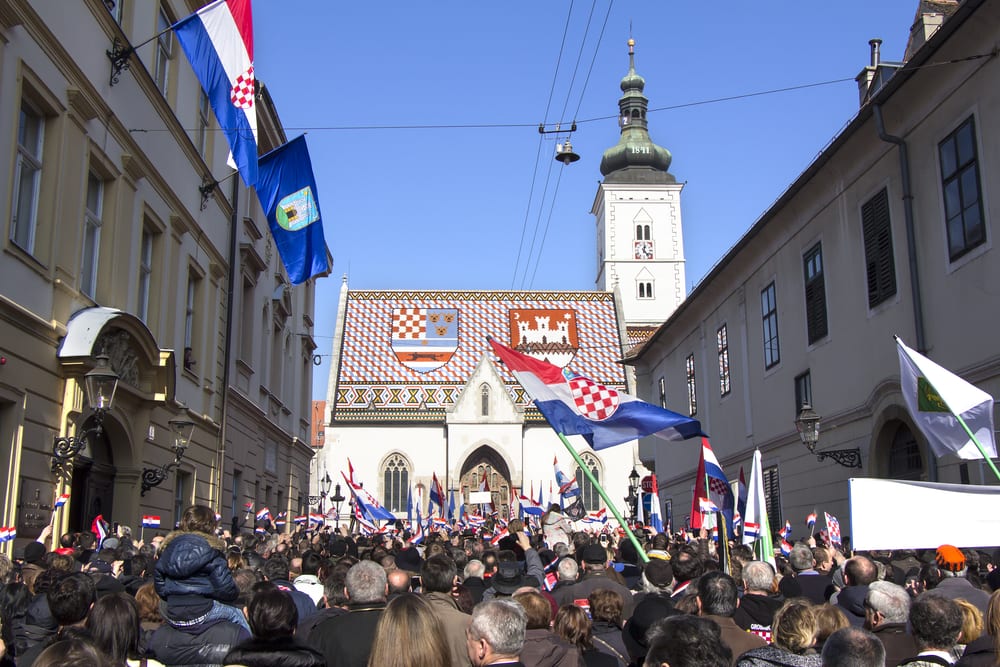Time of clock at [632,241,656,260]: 12:23
